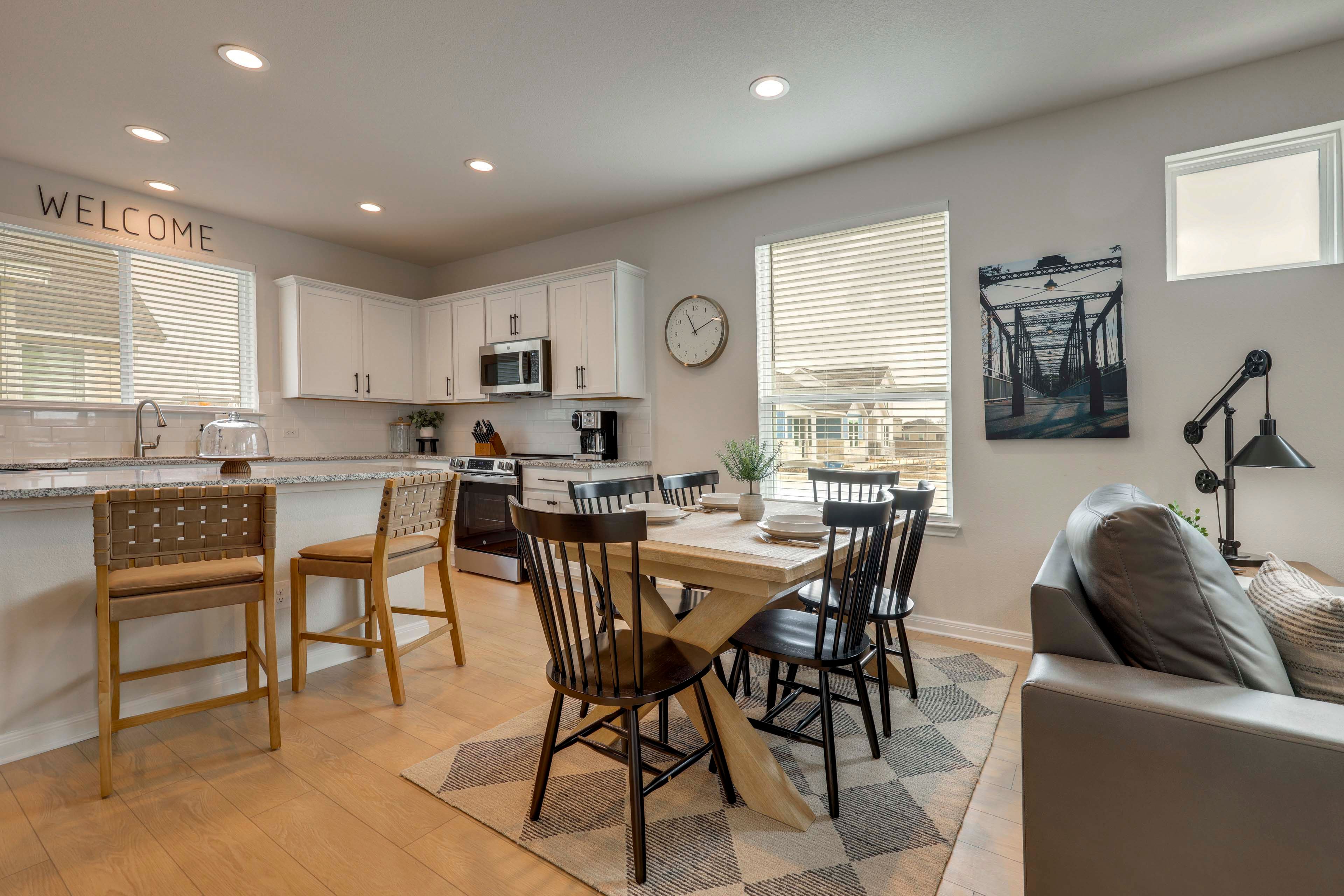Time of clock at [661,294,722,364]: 11:10
